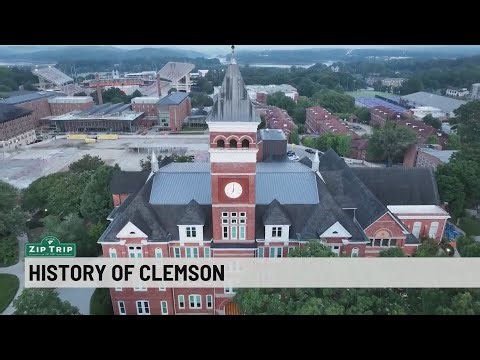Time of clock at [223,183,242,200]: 7:00
